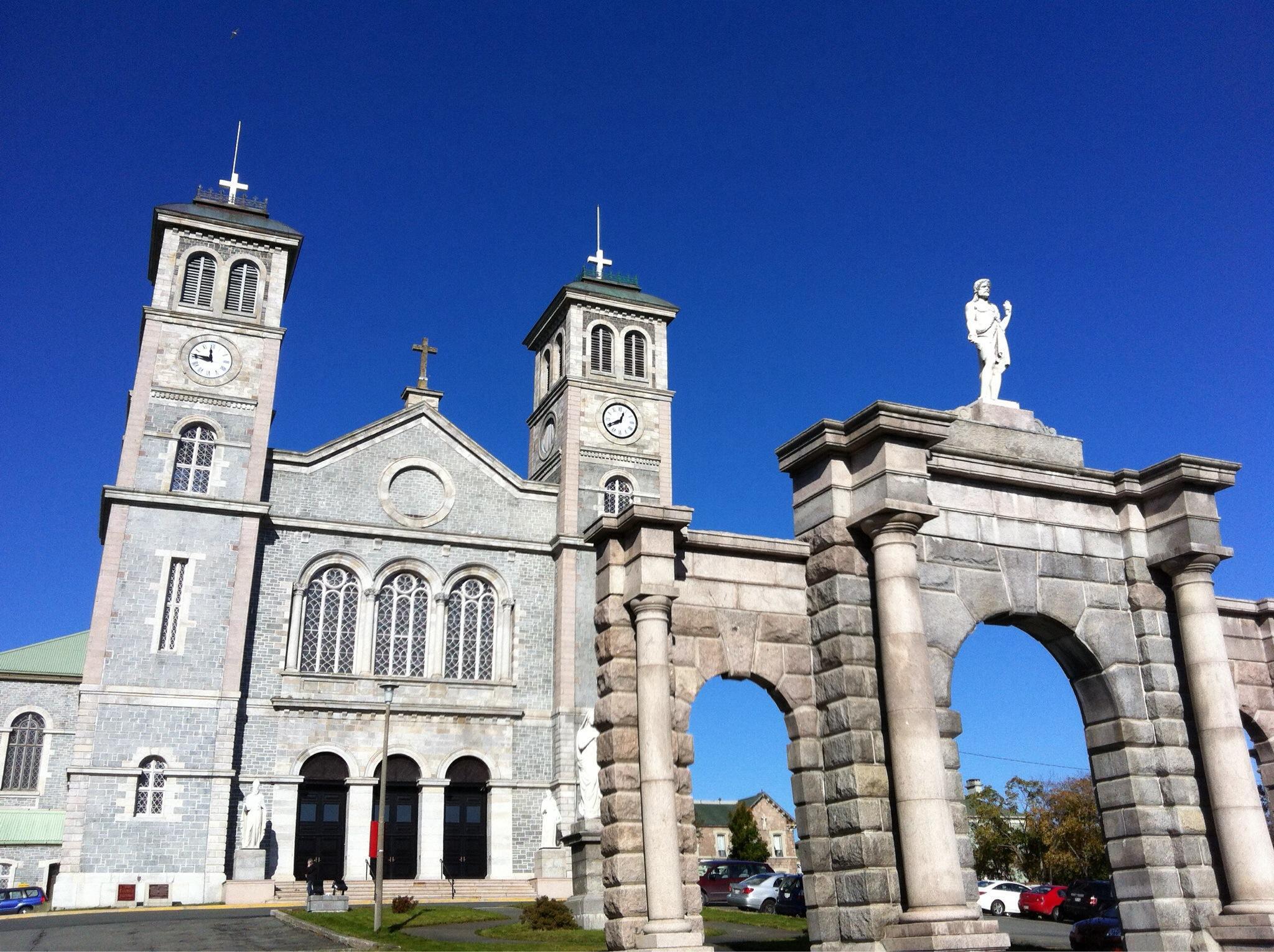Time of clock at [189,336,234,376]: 11:46
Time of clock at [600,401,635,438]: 12:40
